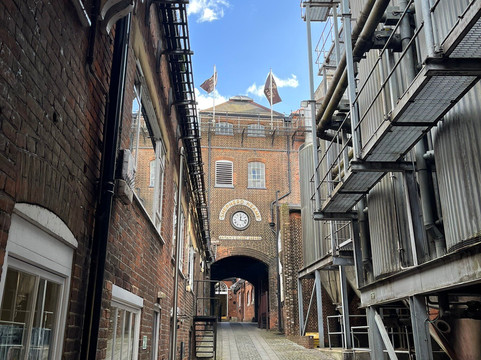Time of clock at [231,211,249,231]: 12:16
